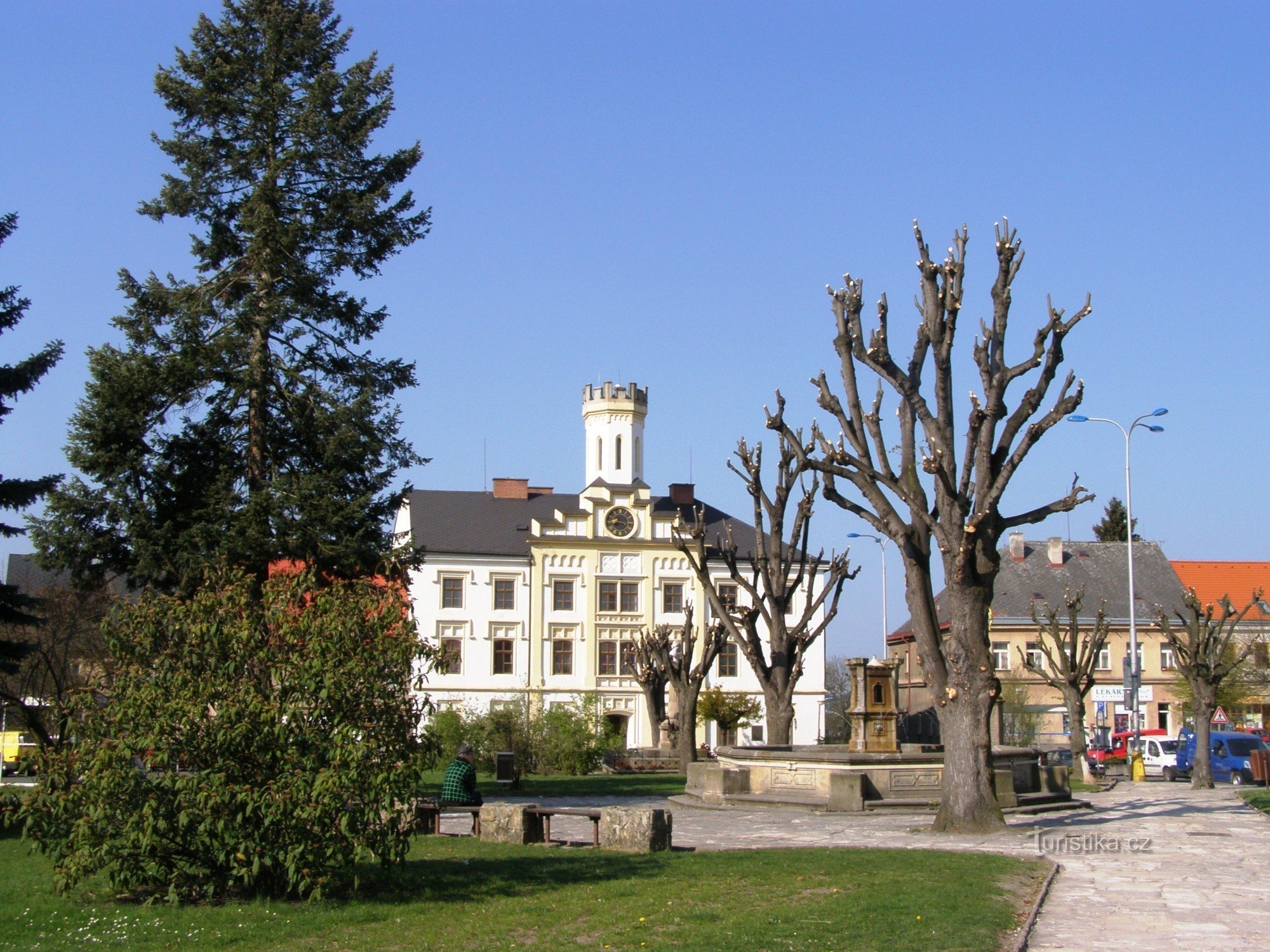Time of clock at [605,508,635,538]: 8:17
